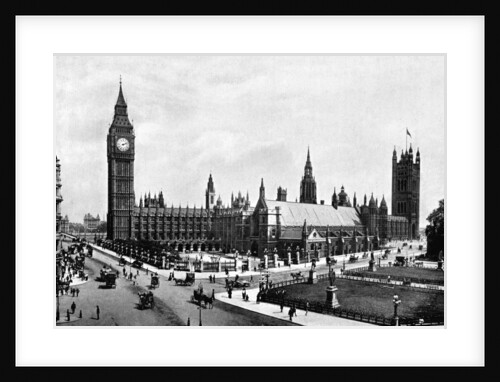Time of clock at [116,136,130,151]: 2:11
